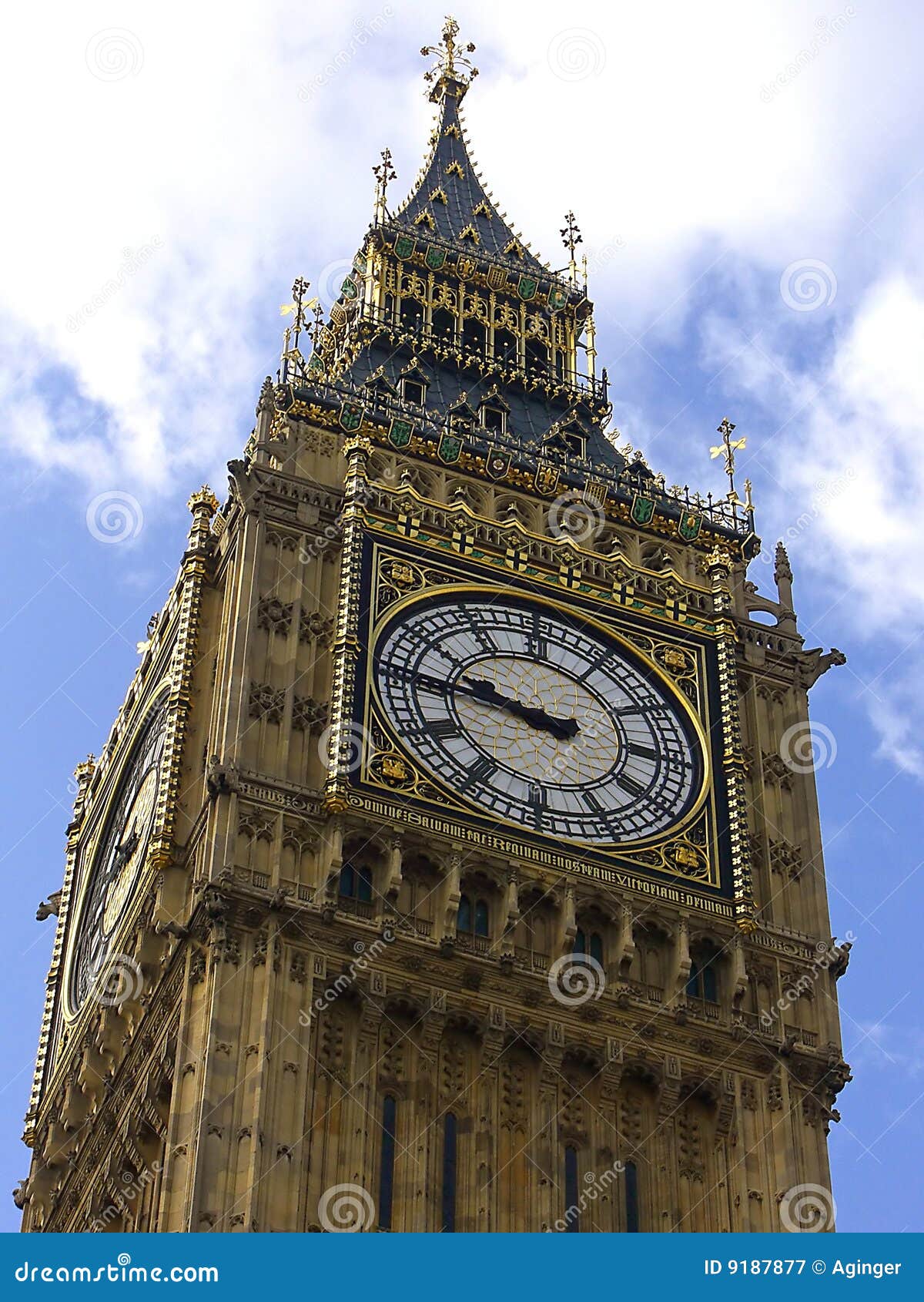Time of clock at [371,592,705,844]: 9:45
